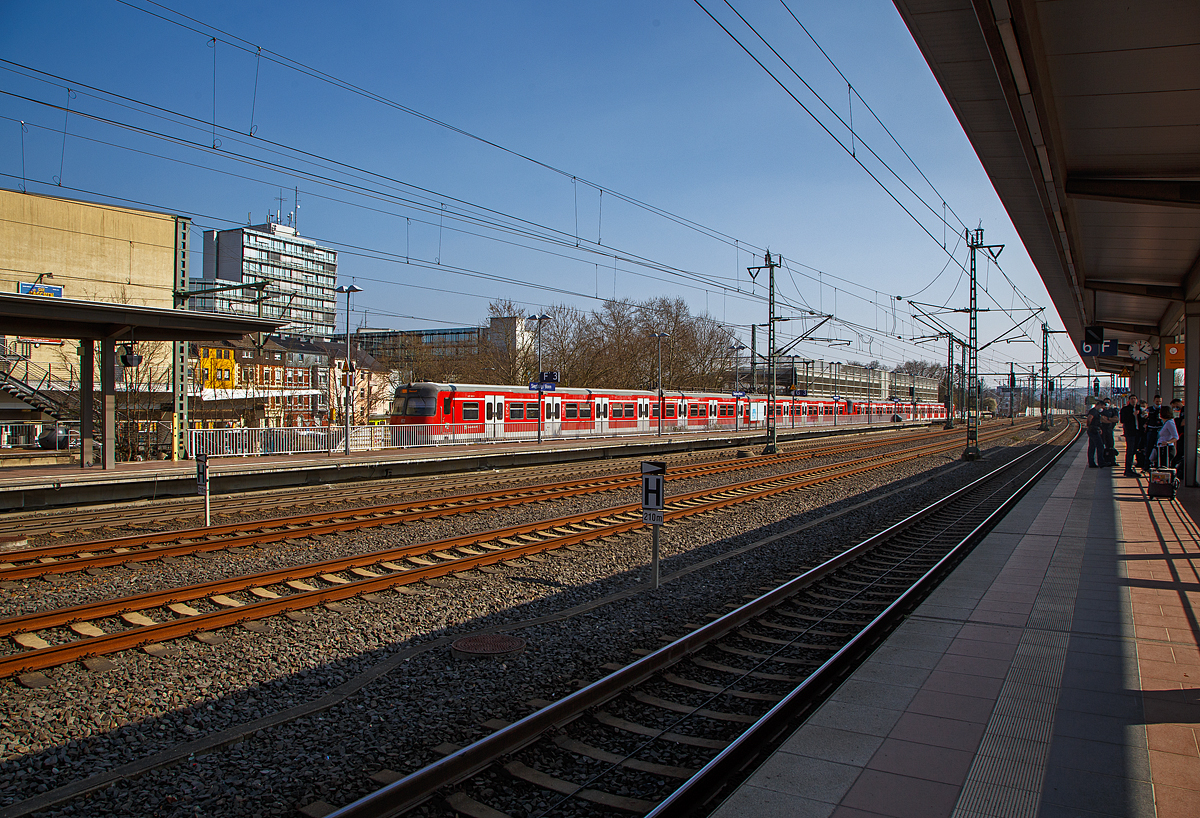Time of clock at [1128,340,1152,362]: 1:20
